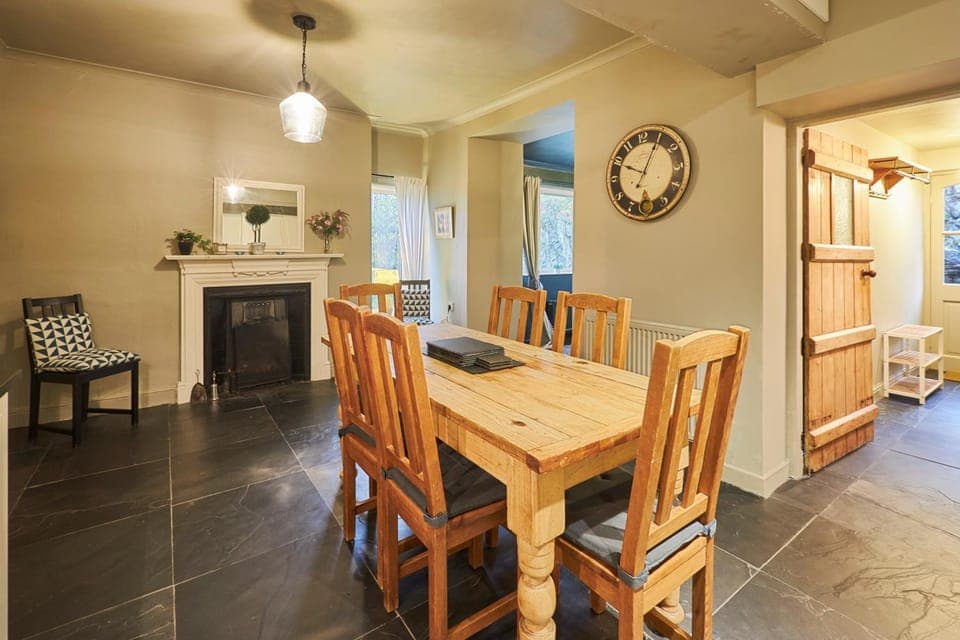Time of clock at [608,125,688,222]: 10:04
